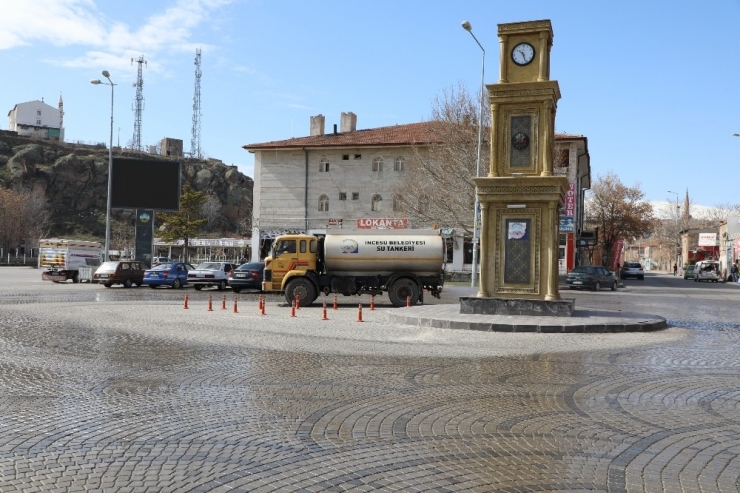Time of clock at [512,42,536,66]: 10:26
